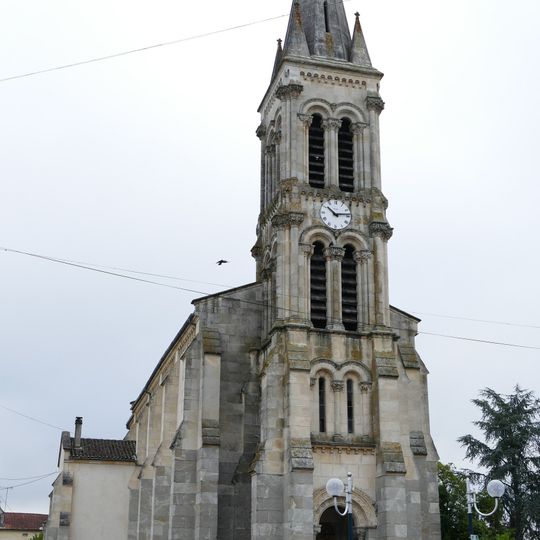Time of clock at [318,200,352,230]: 10:13
